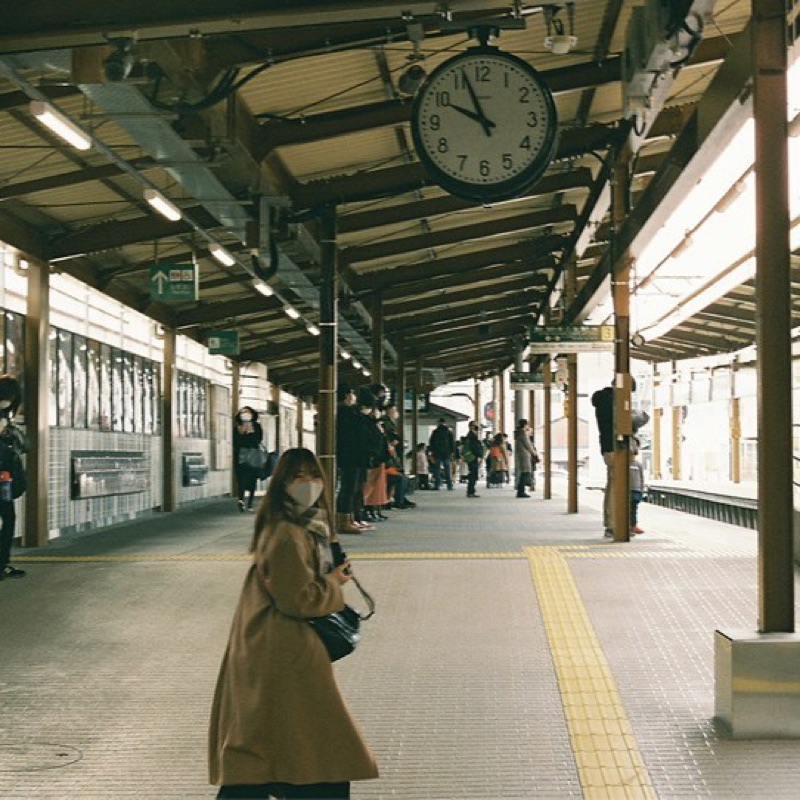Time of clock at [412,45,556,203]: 9:56
